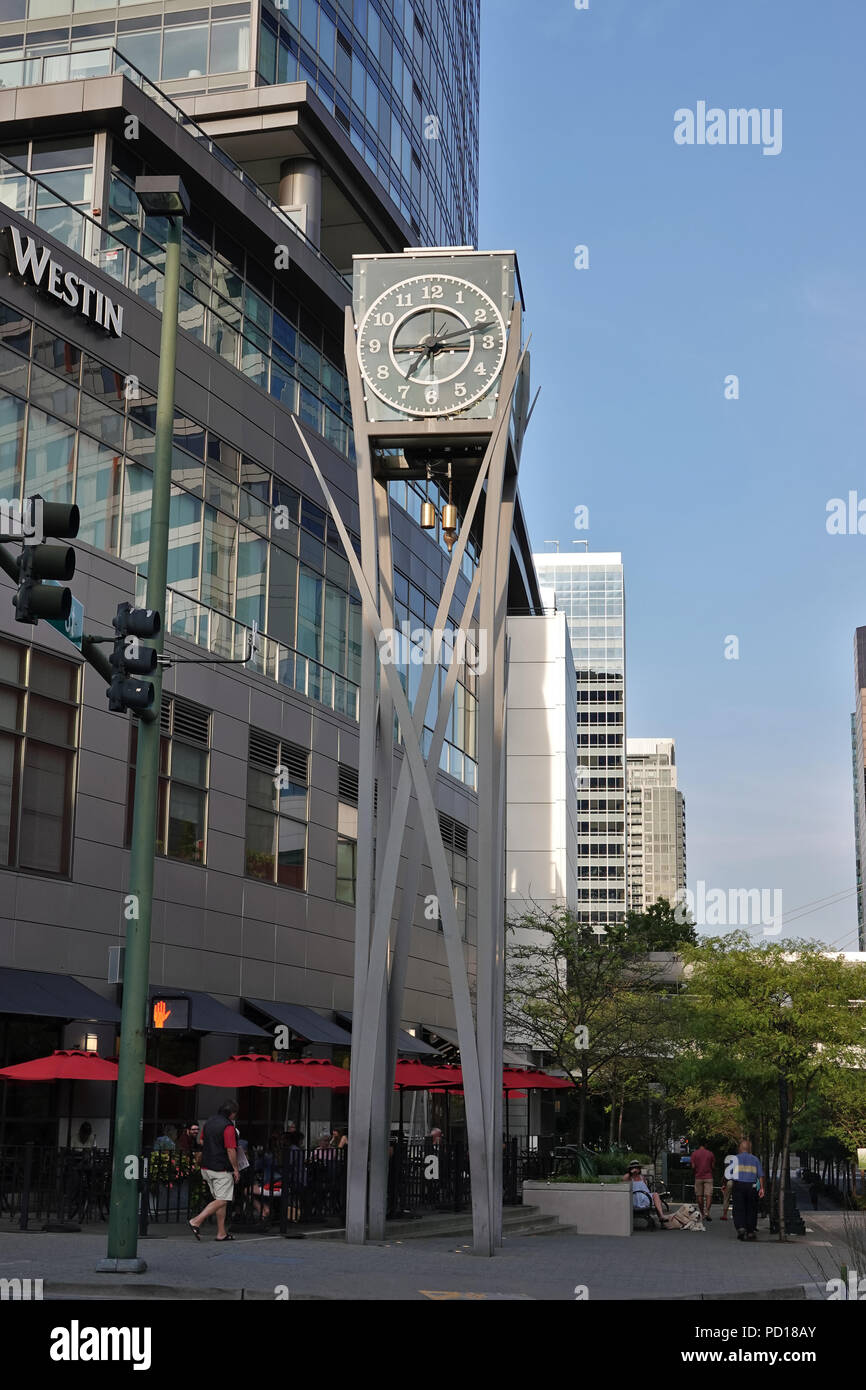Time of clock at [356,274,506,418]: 3:12
